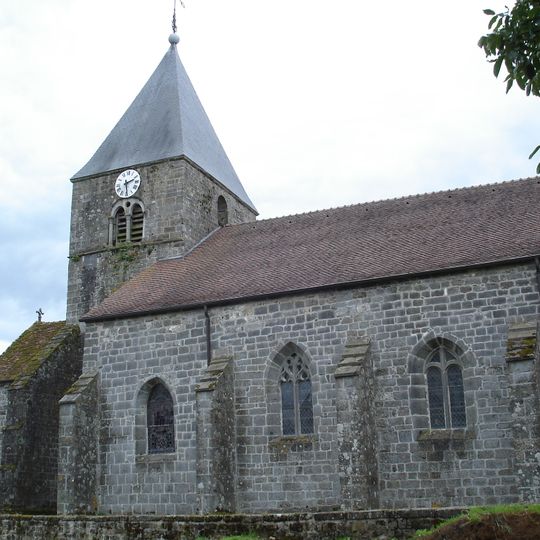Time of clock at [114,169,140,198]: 2:29
